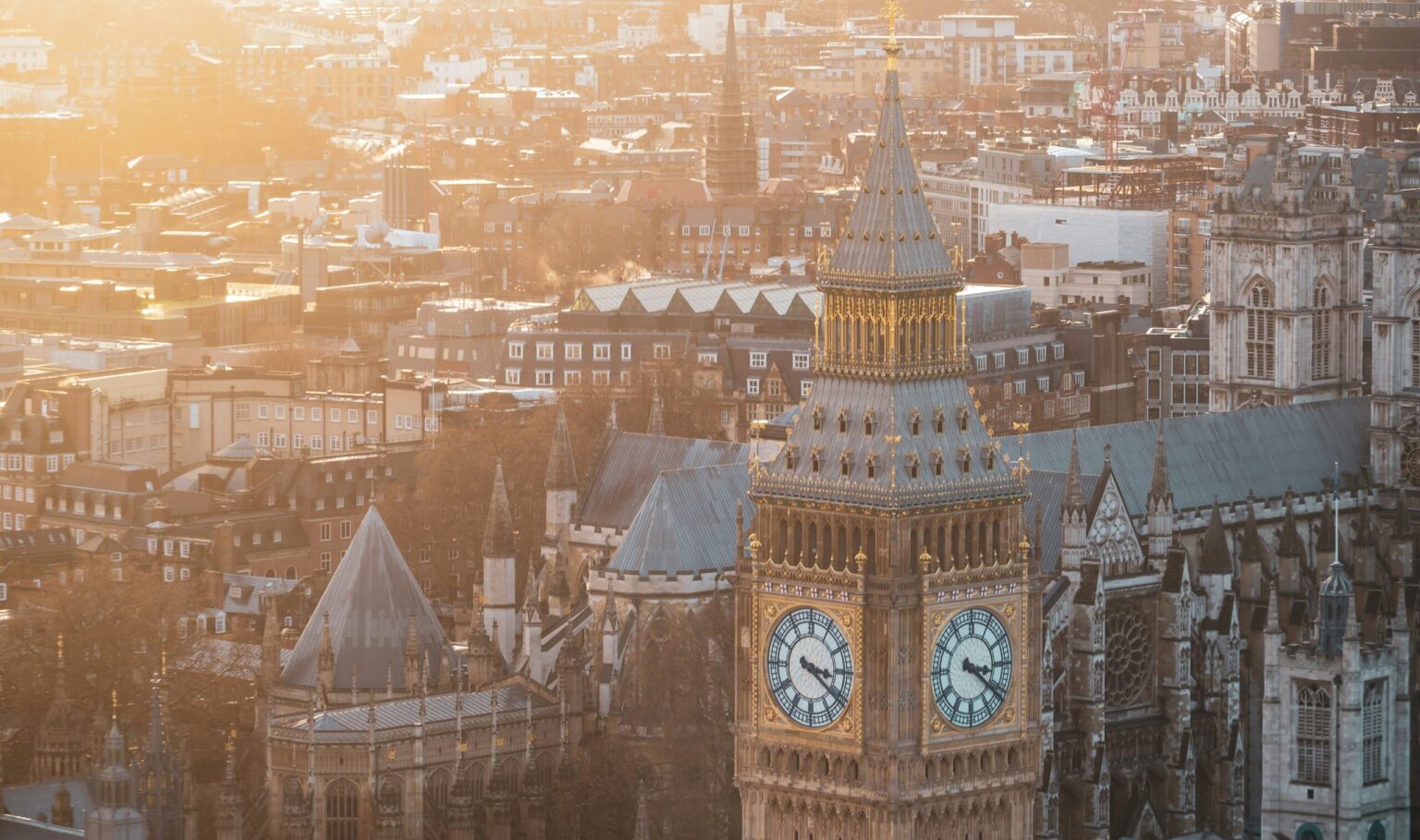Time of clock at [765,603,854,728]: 3:21
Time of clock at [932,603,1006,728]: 3:21
